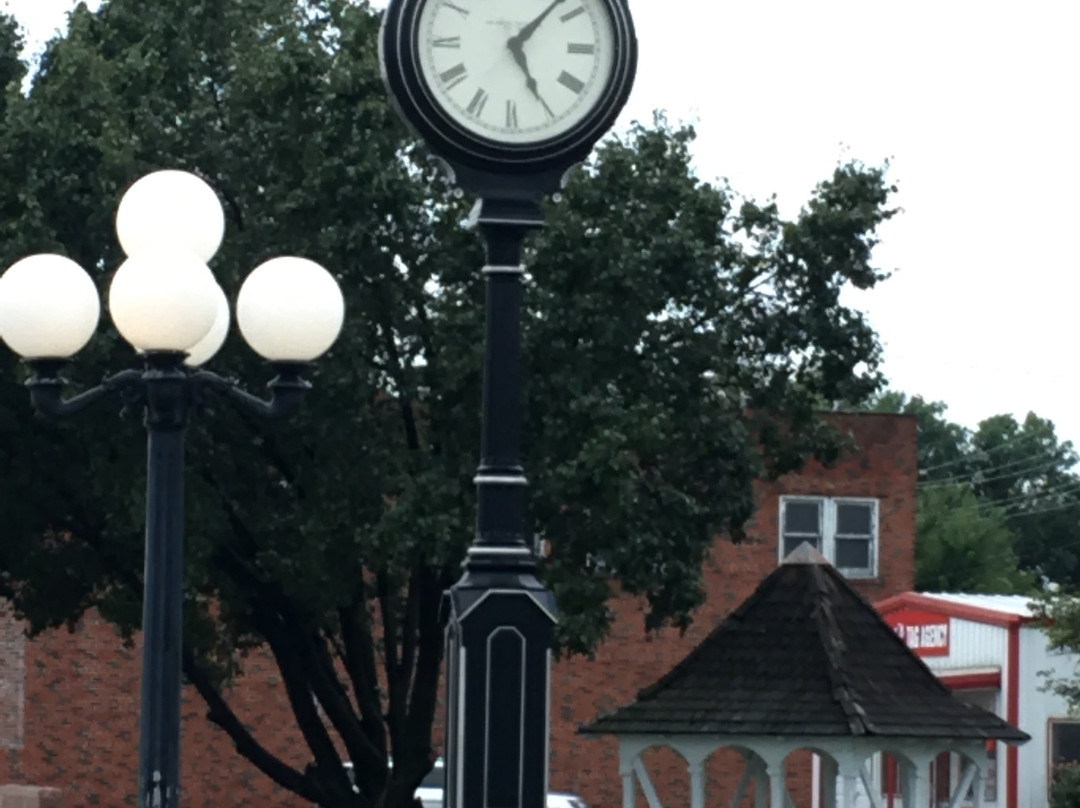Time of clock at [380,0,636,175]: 5:06
